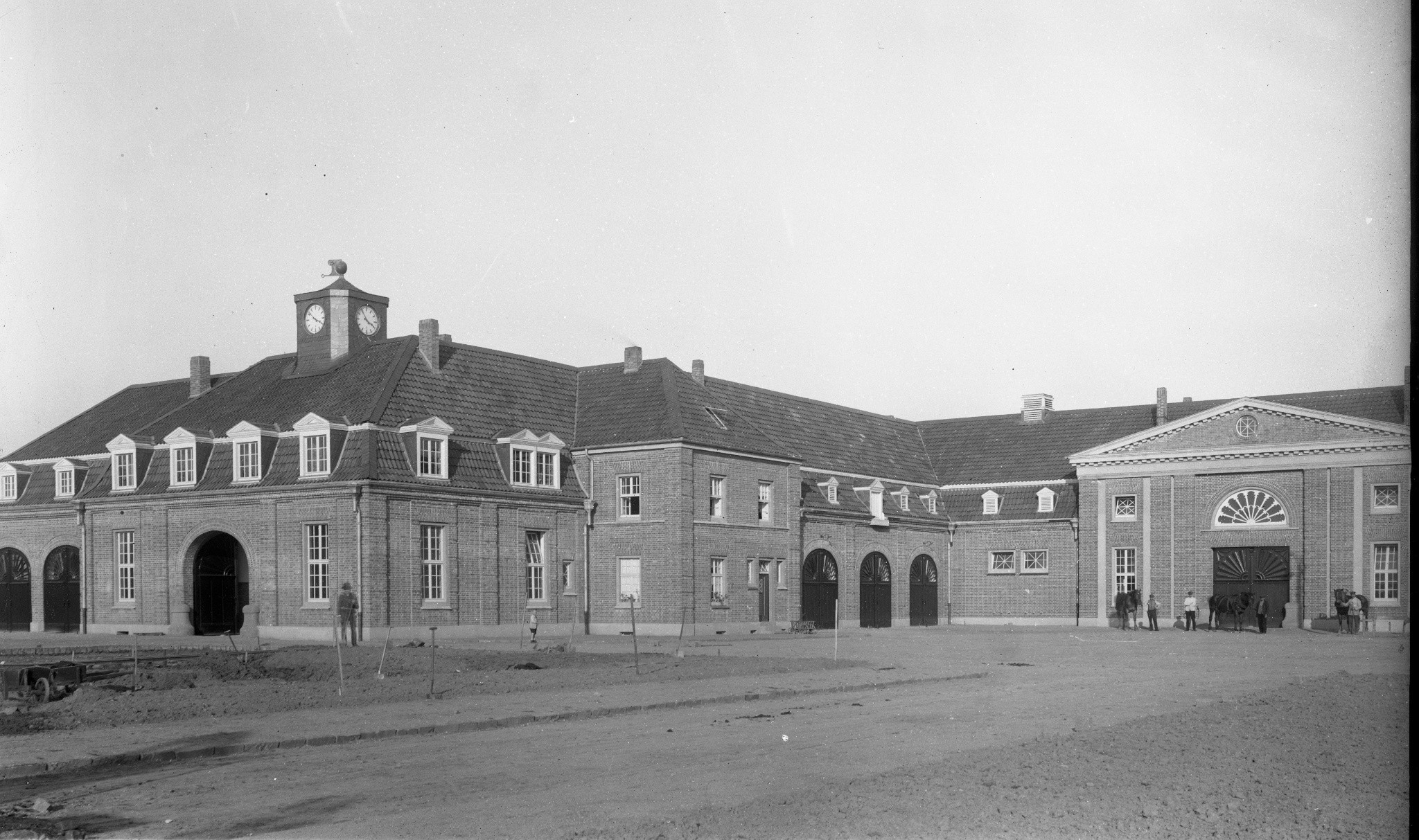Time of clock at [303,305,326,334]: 3:51
